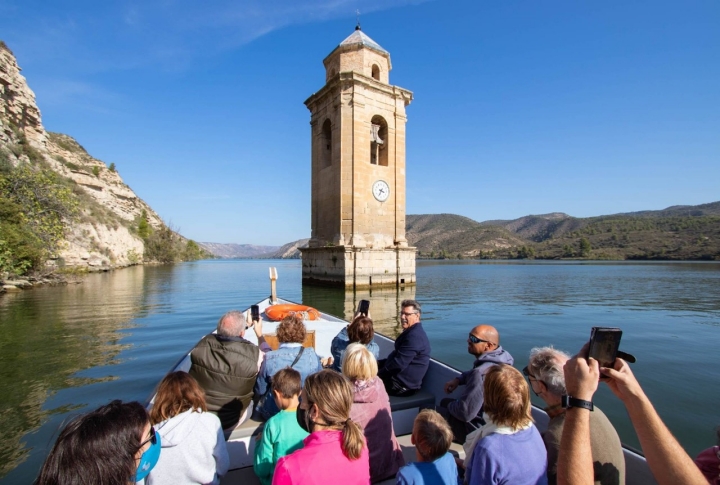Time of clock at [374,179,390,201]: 3:34
